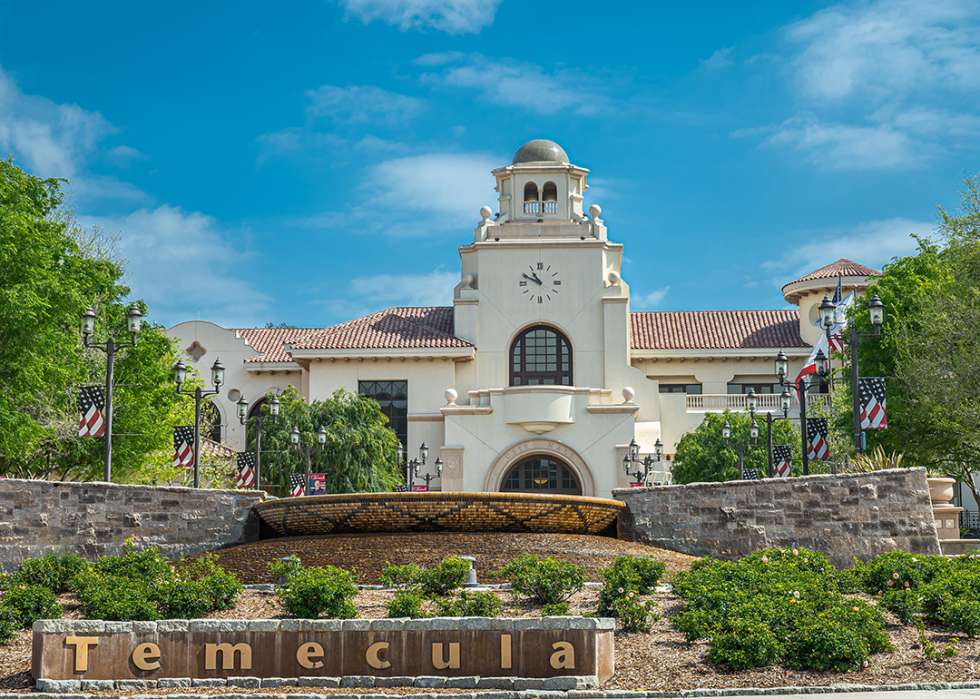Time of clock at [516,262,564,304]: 10:49
